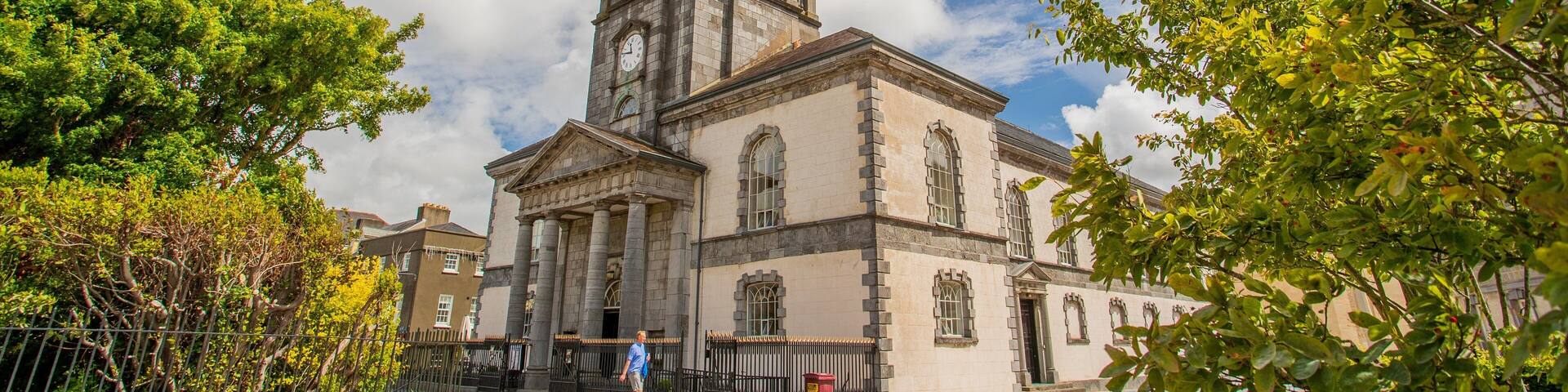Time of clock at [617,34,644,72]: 11:46
